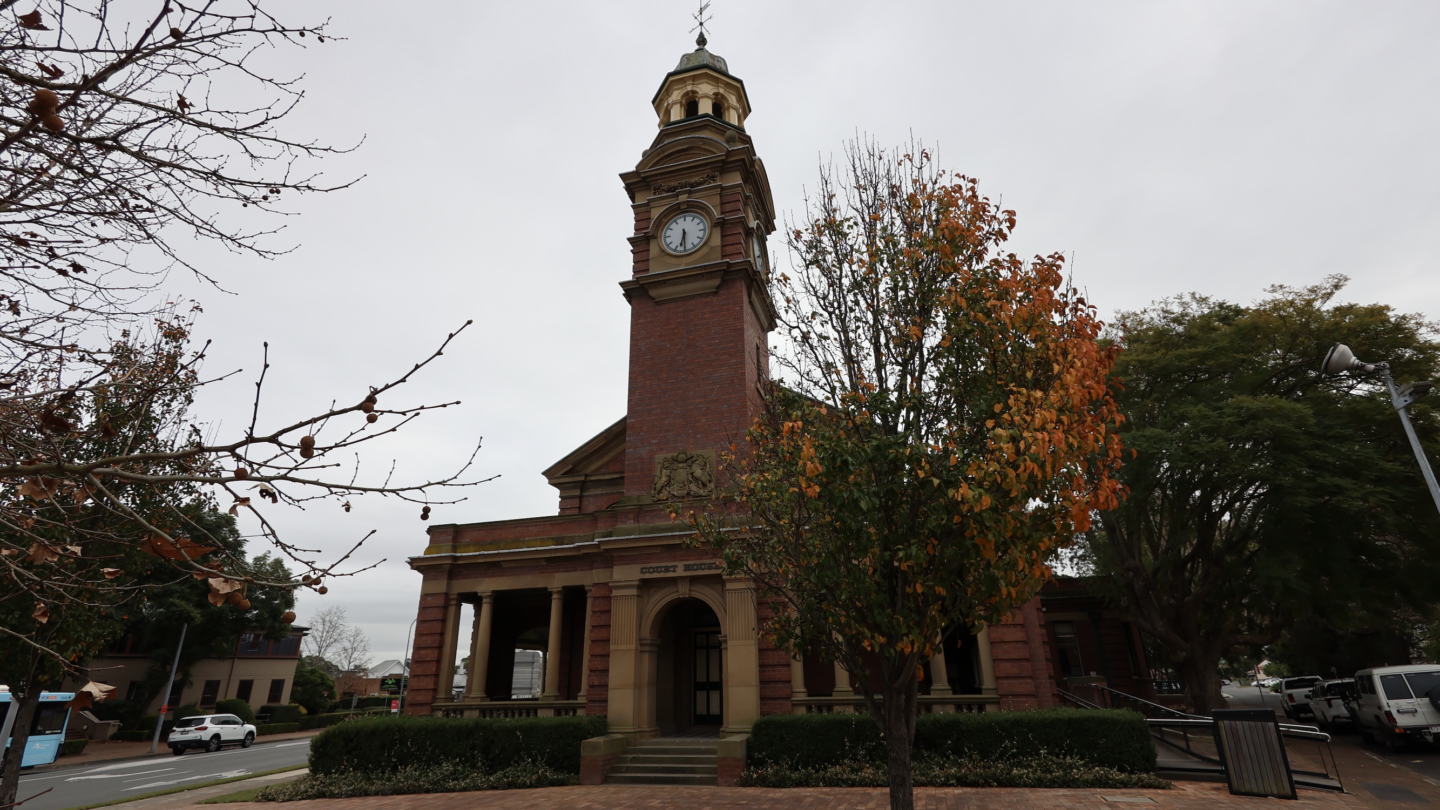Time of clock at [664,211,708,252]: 6:29
